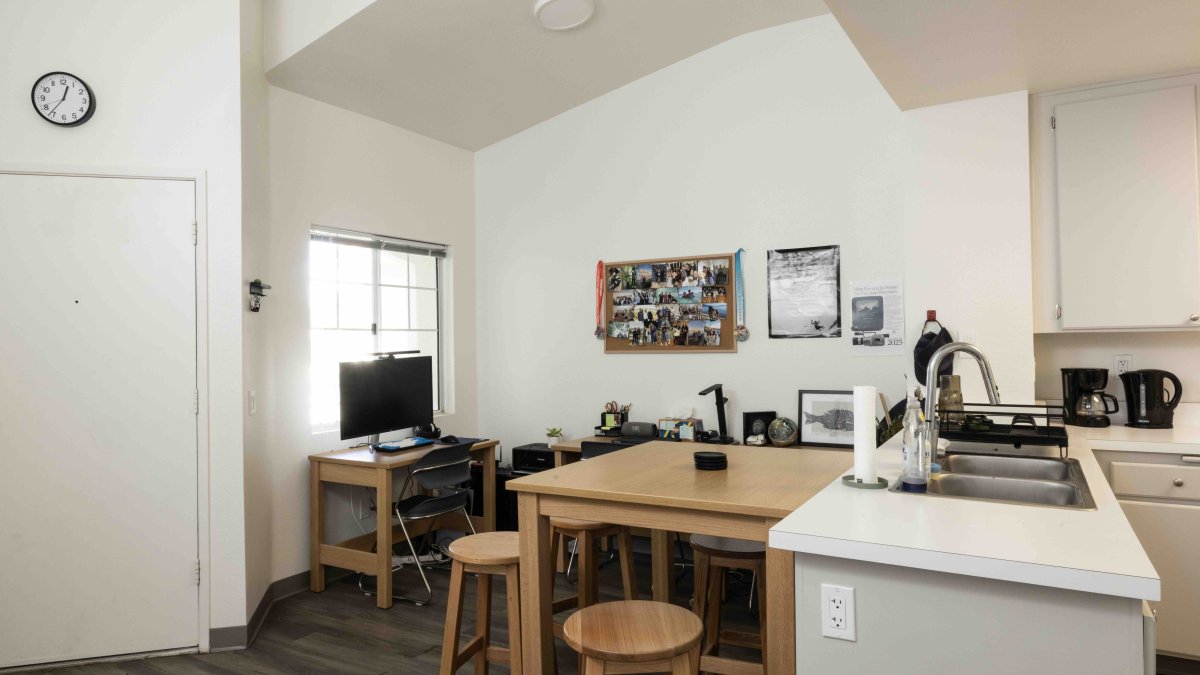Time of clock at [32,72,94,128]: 12:36
